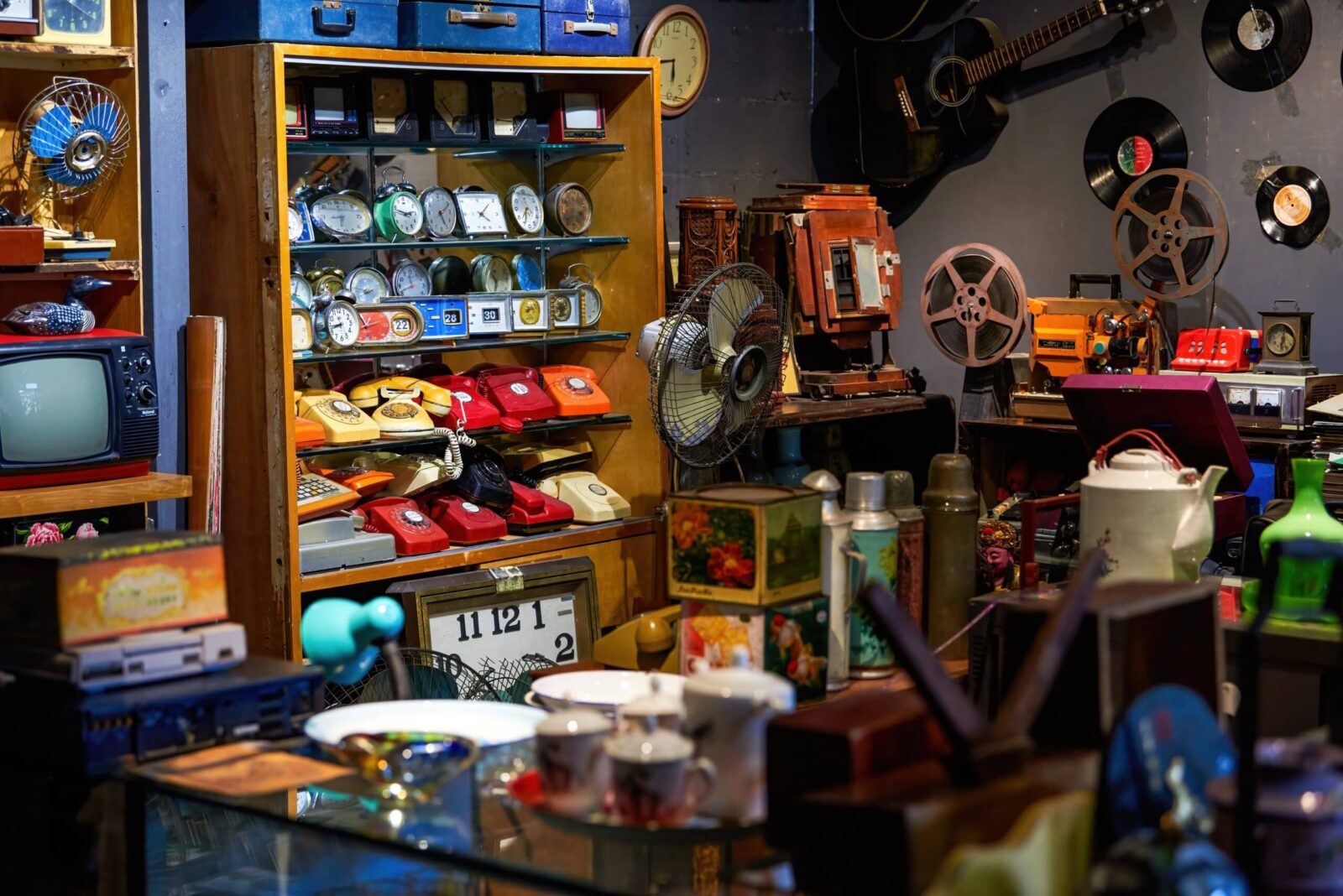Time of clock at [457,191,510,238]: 4:08
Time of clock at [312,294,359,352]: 8:42
